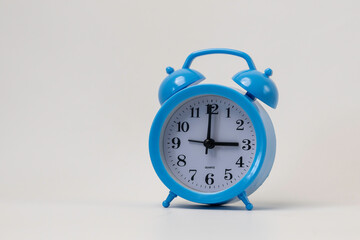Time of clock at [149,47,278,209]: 3:00
